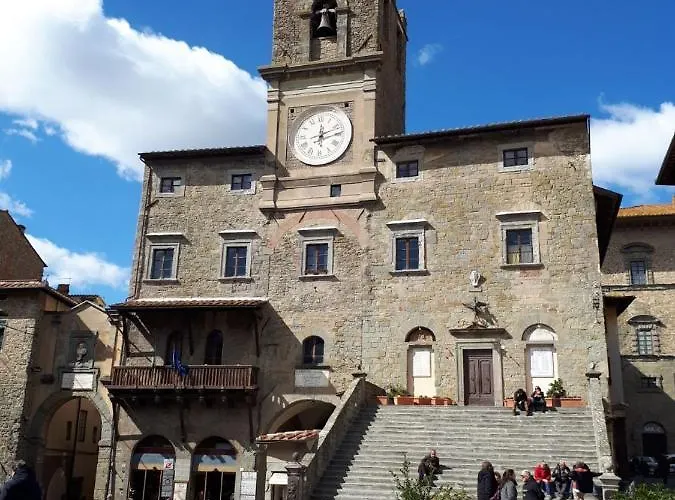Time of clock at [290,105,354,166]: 12:11
